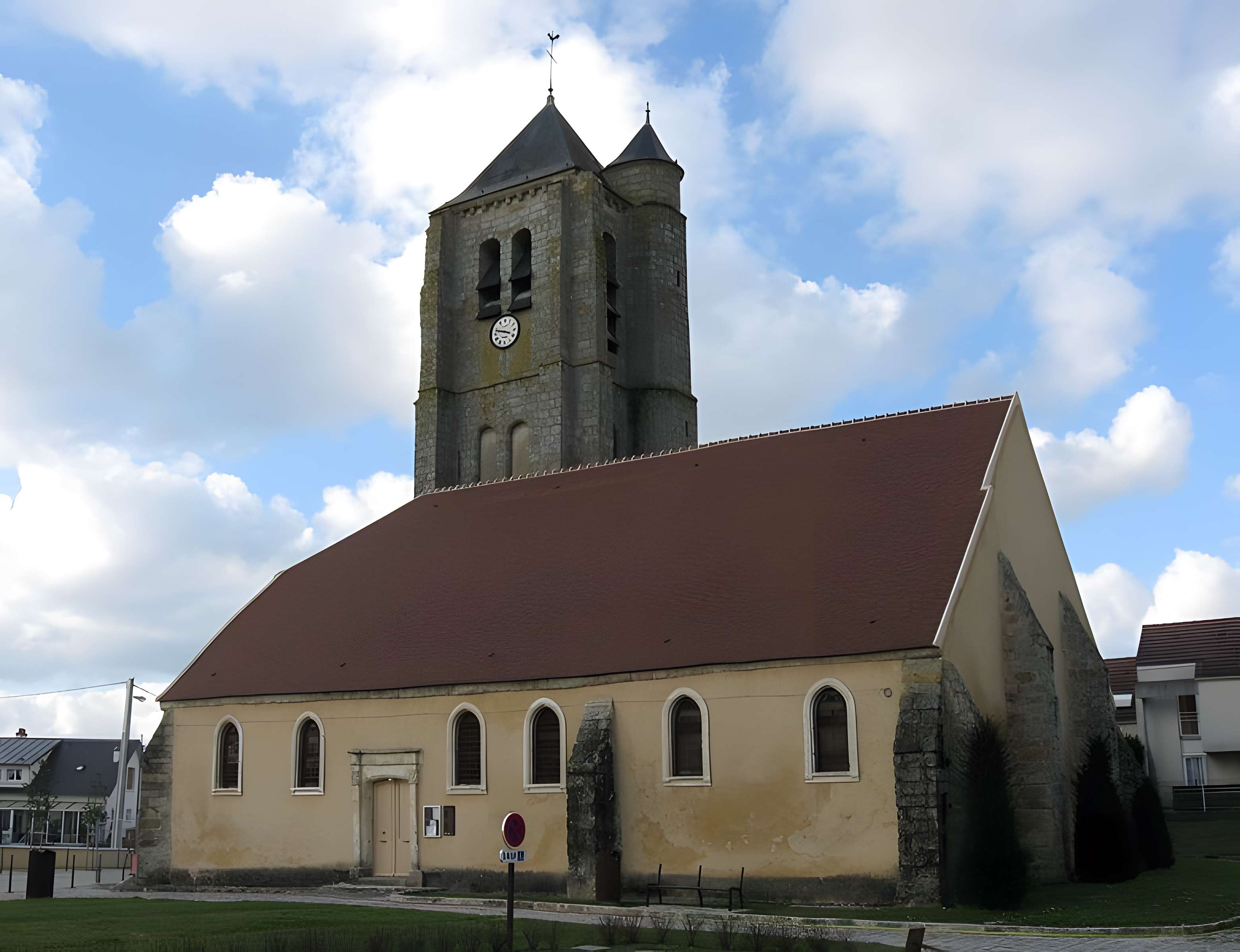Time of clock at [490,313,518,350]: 3:48
